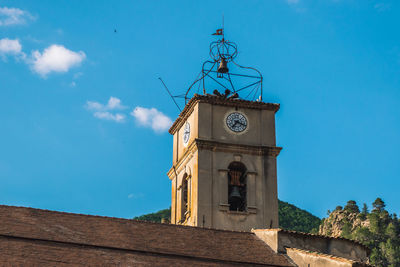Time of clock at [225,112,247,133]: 7:18
